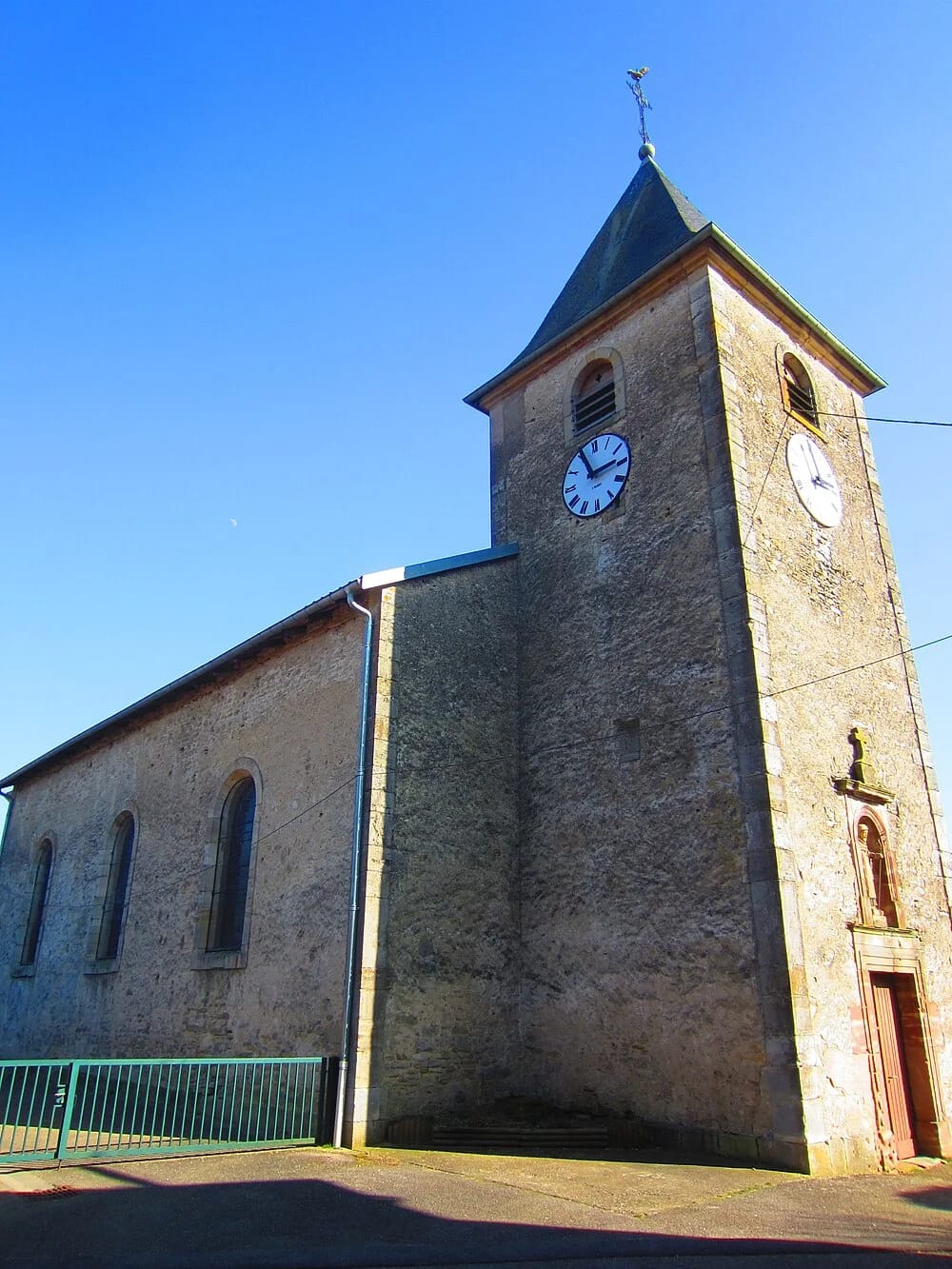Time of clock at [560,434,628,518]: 11:13
